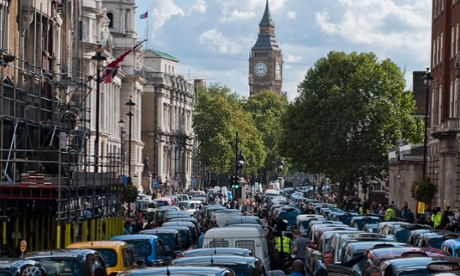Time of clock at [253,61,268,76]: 2:44
